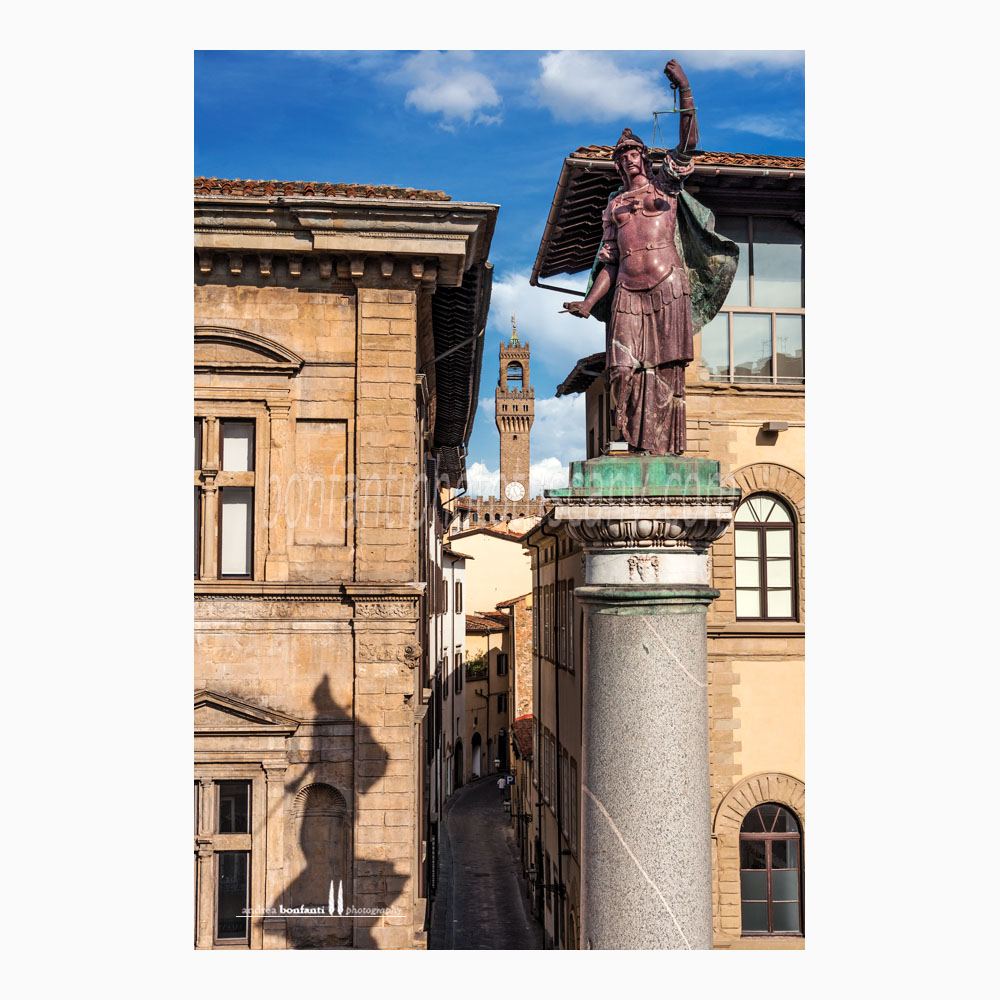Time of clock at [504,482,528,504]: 5:26
